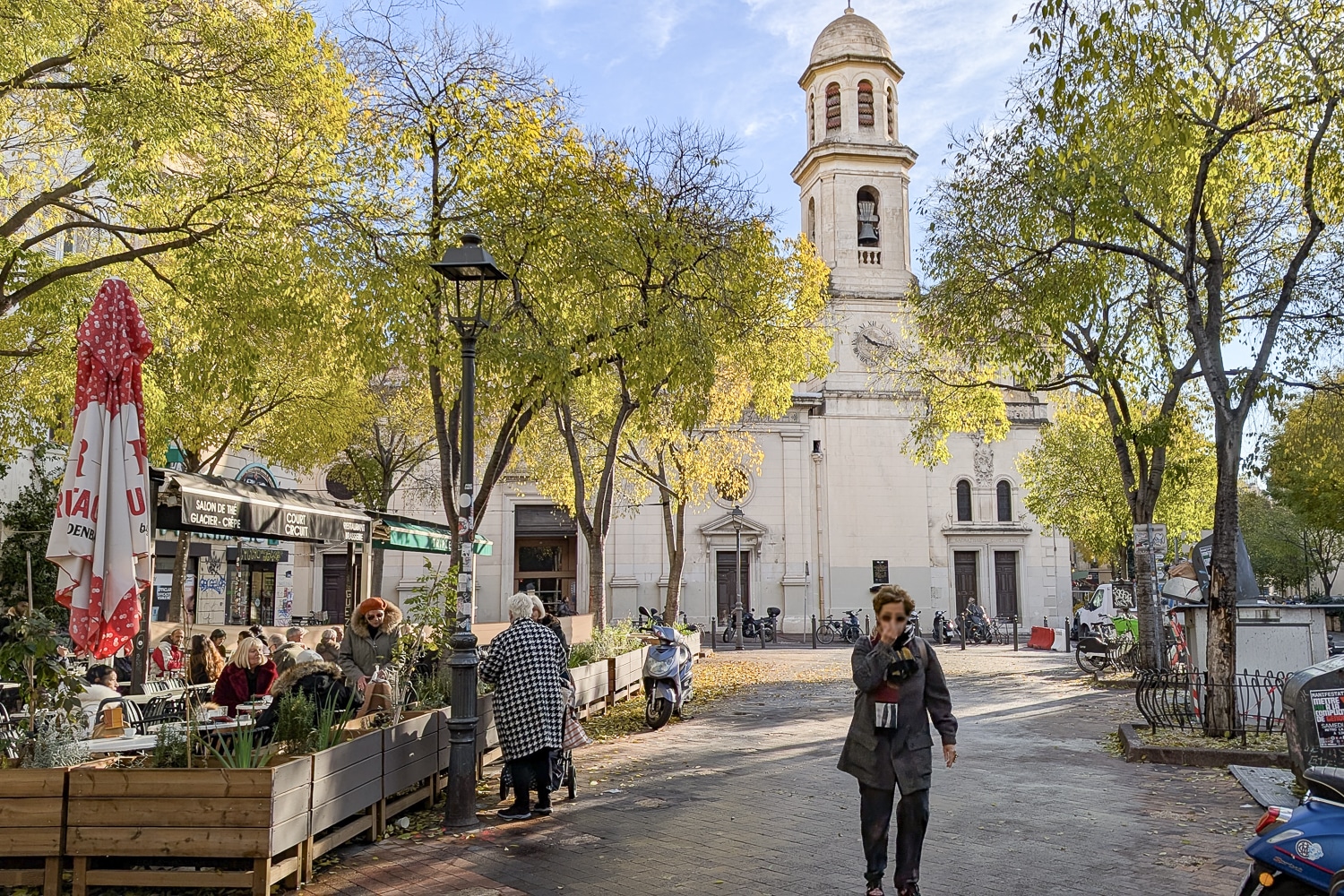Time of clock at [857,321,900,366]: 10:17
